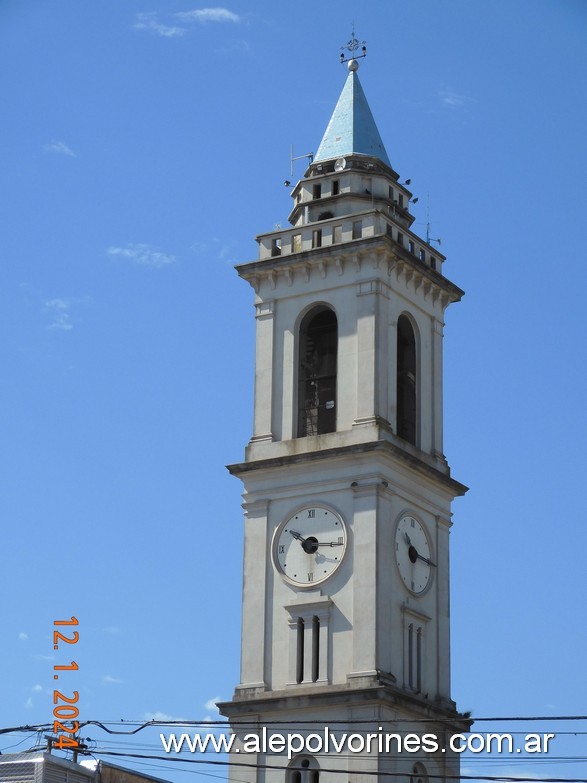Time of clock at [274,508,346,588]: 10:16
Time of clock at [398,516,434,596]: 10:15
